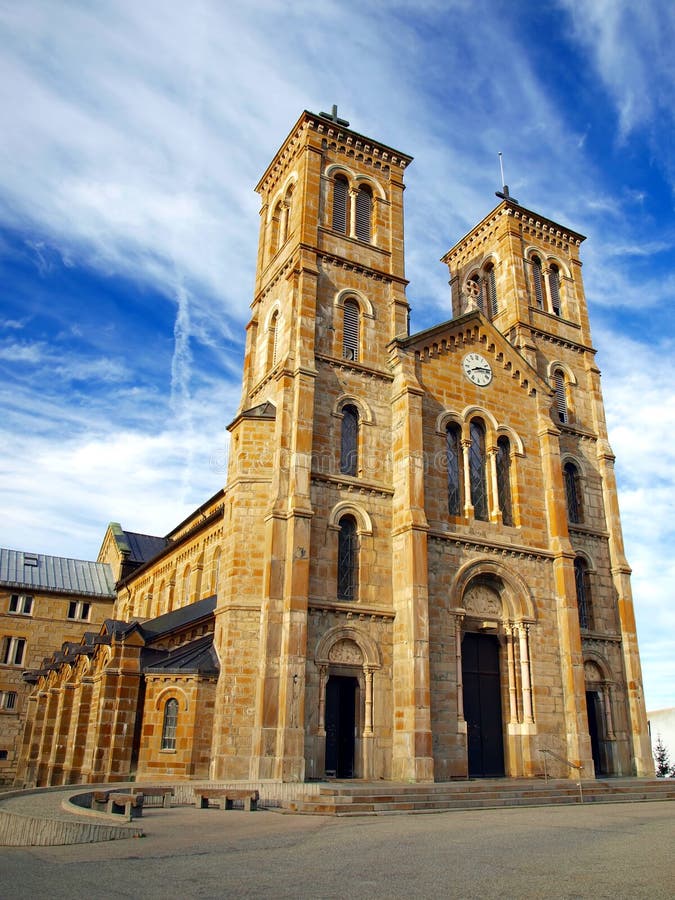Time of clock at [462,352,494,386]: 8:13
